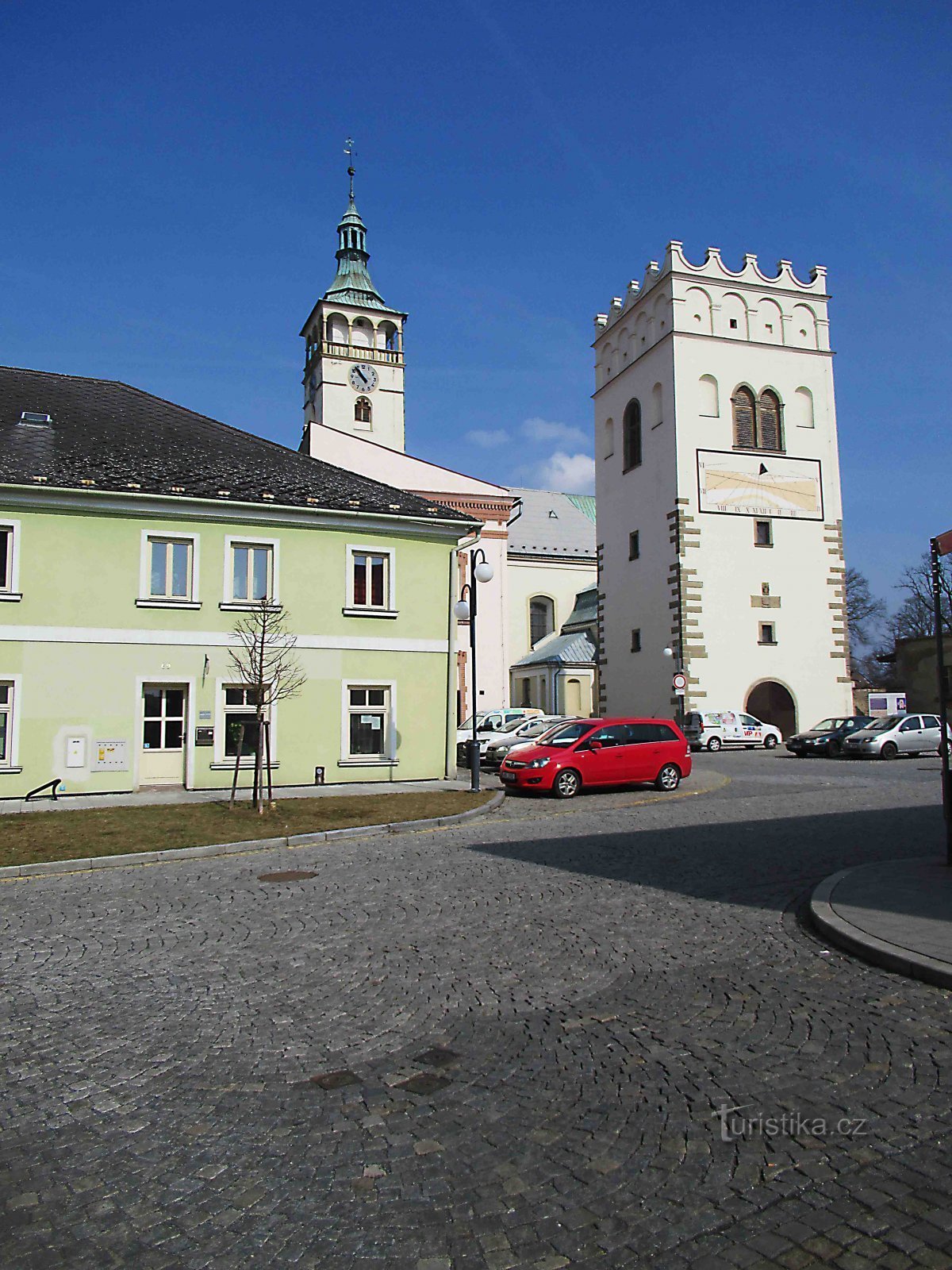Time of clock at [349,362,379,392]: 10:53
